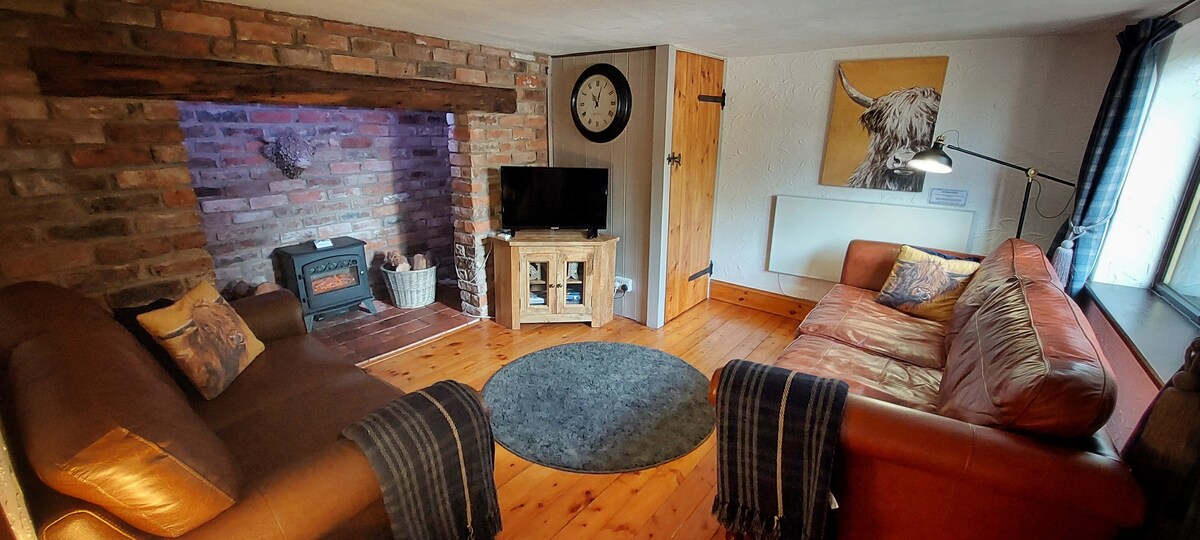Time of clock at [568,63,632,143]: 11:03
